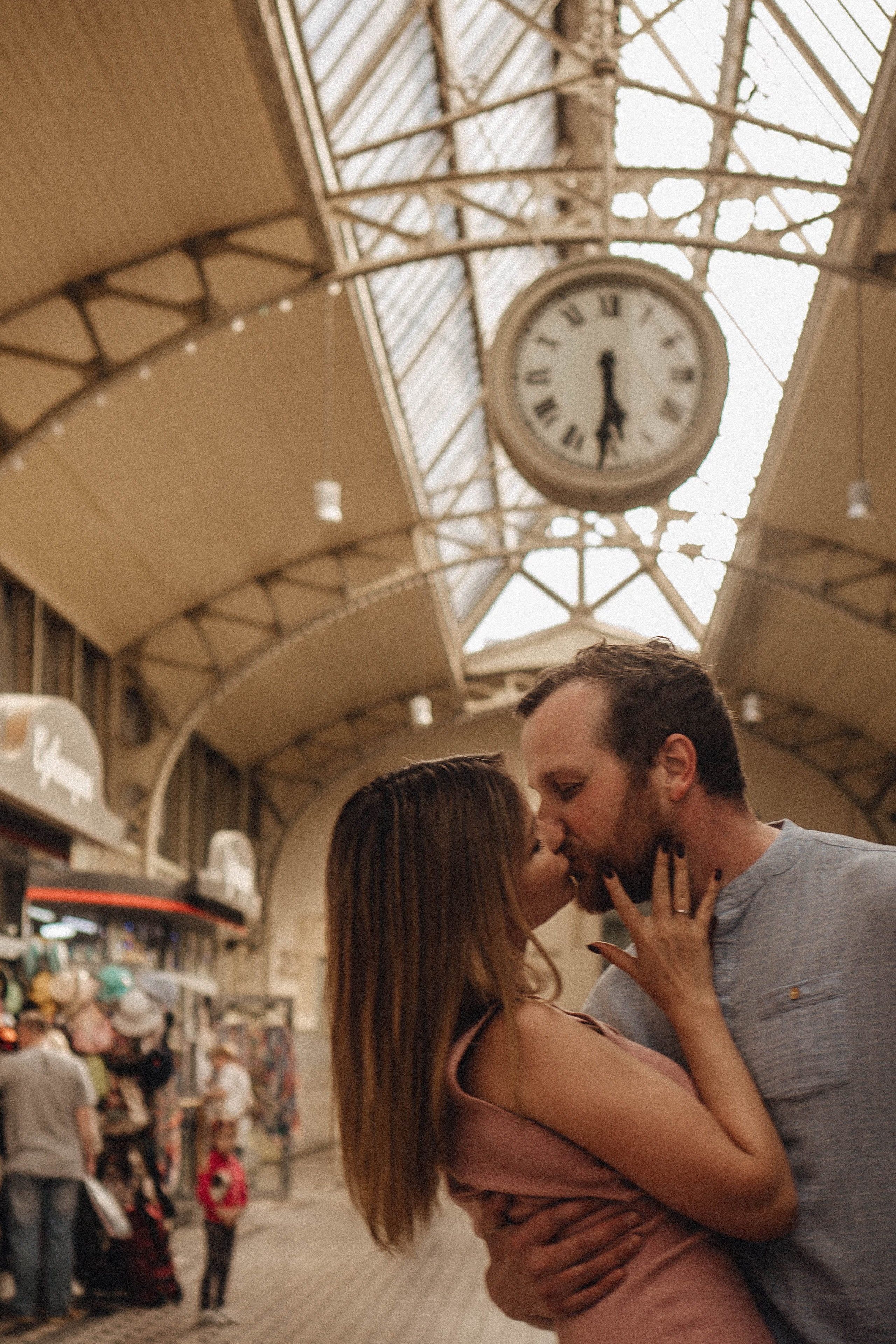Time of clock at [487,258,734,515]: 5:30
